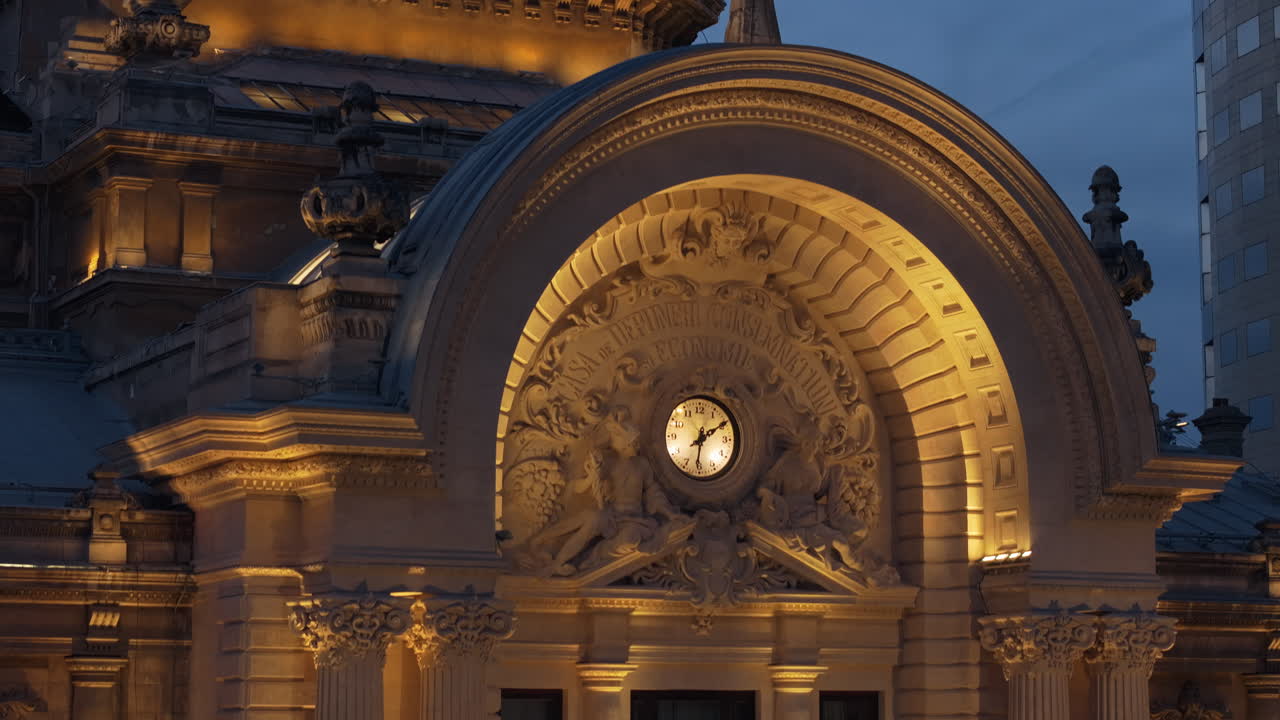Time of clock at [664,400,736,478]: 6:09
